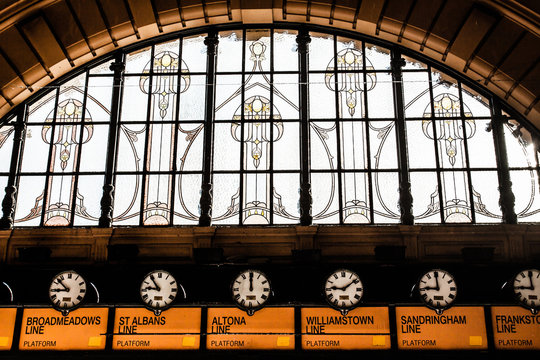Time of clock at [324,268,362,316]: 9:08
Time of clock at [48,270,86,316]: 8:52
